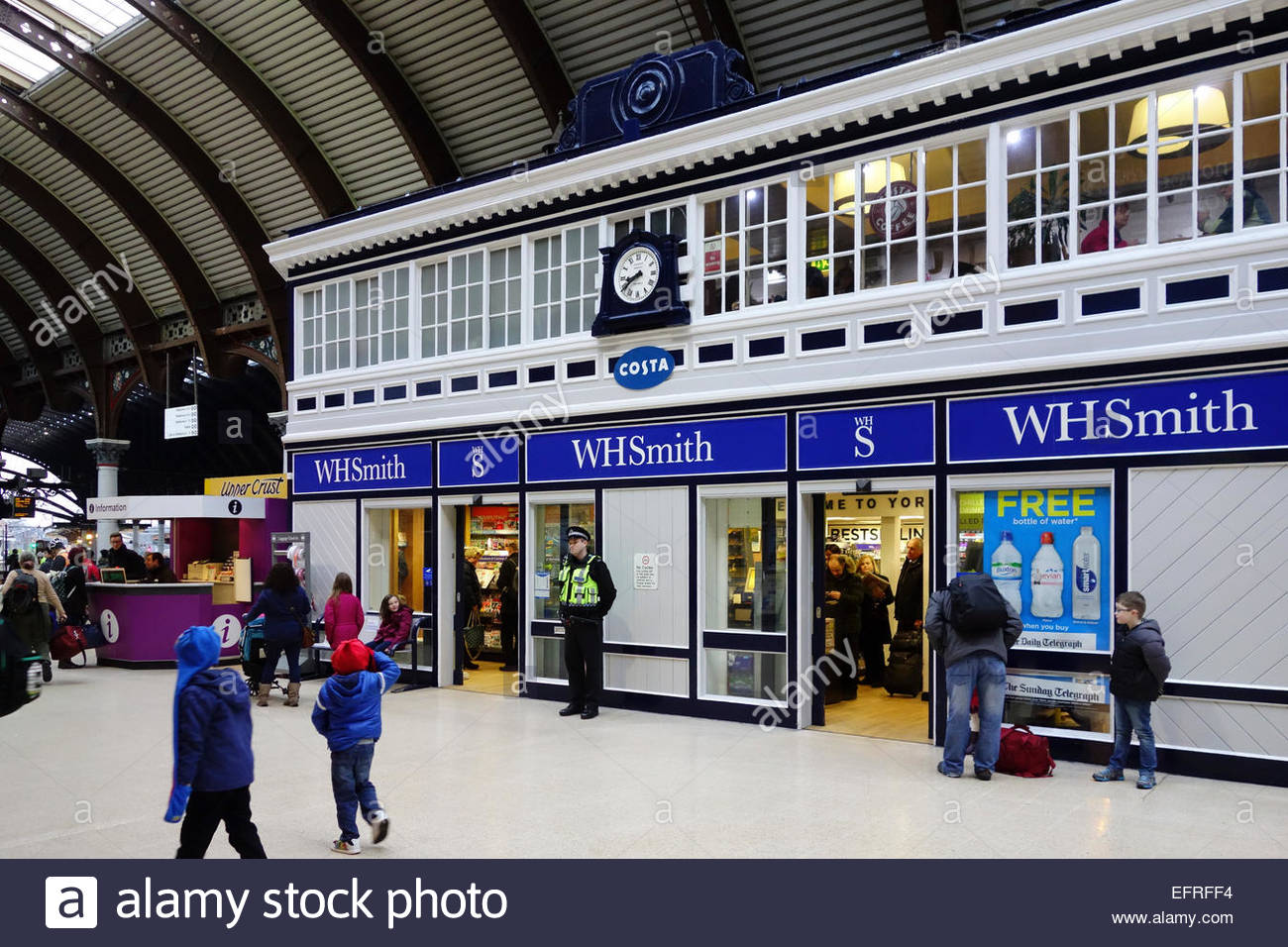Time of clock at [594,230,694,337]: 8:40
